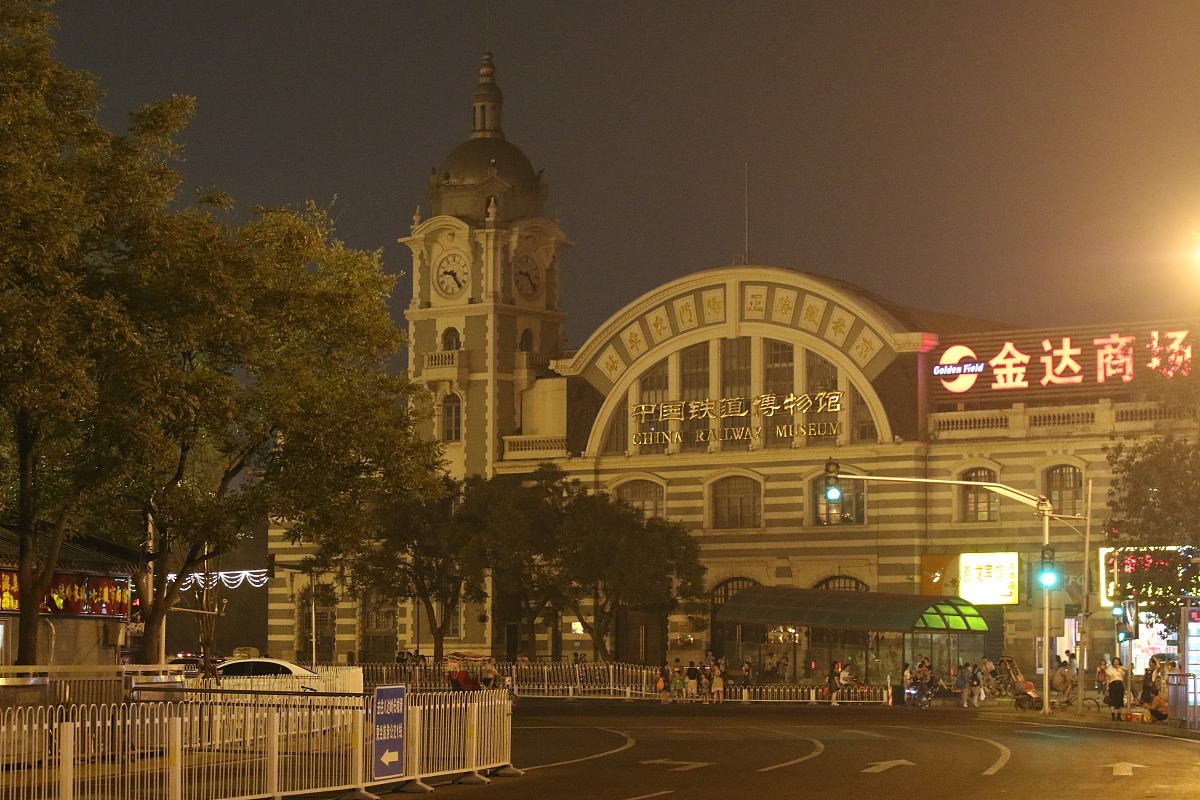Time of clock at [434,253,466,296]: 9:23
